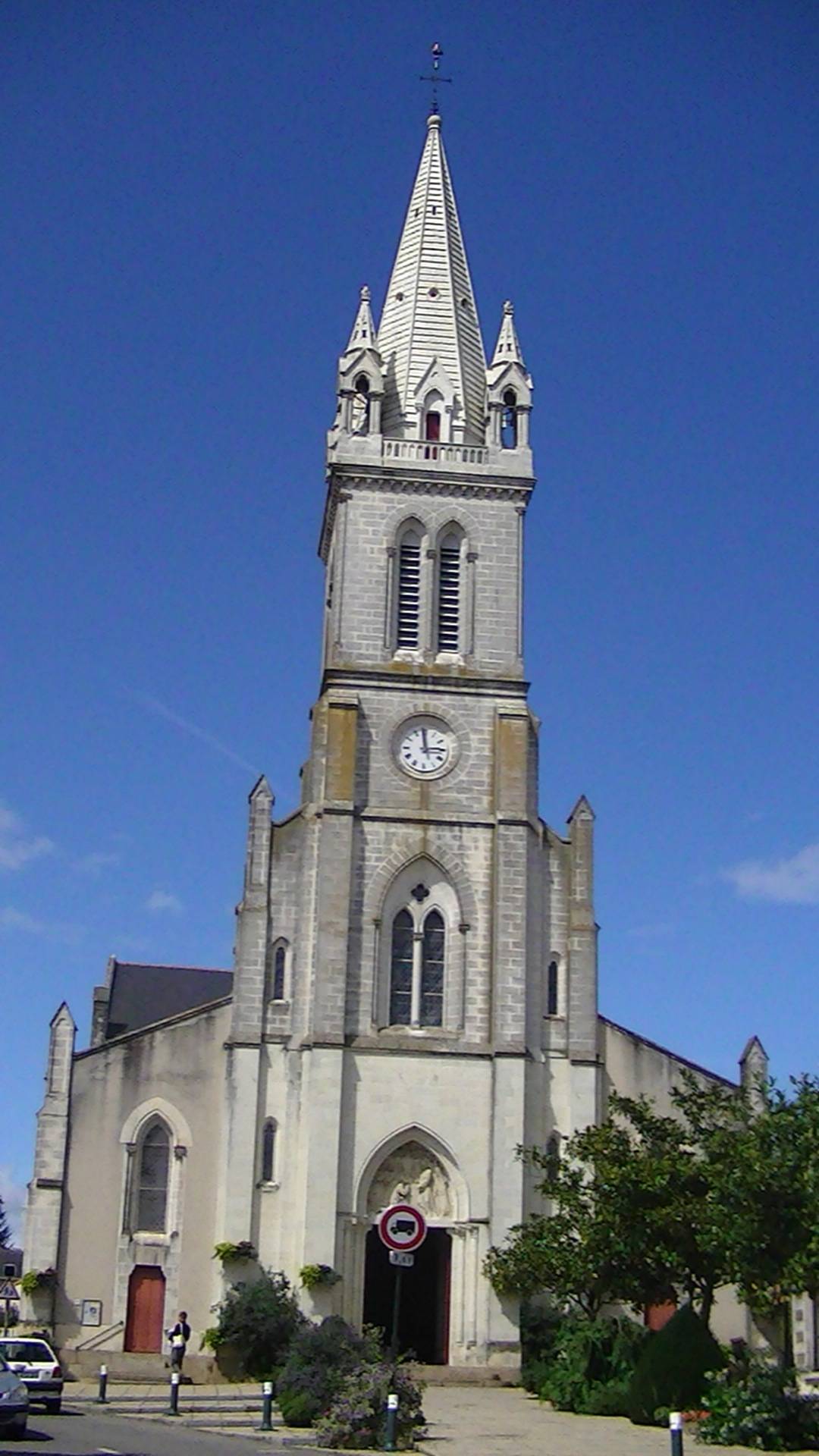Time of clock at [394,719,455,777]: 2:58
